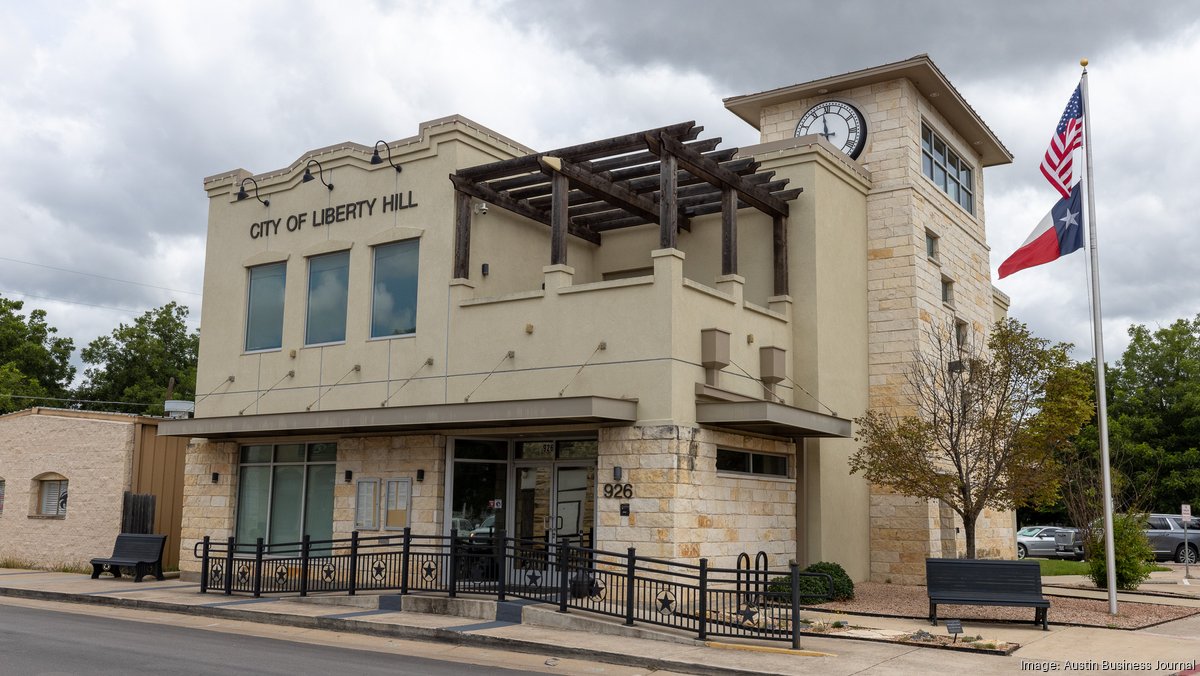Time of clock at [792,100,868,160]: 3:58
